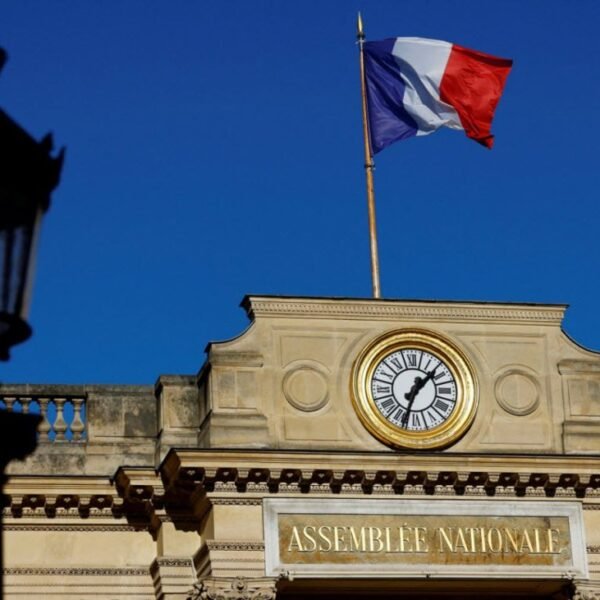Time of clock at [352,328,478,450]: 1:33
